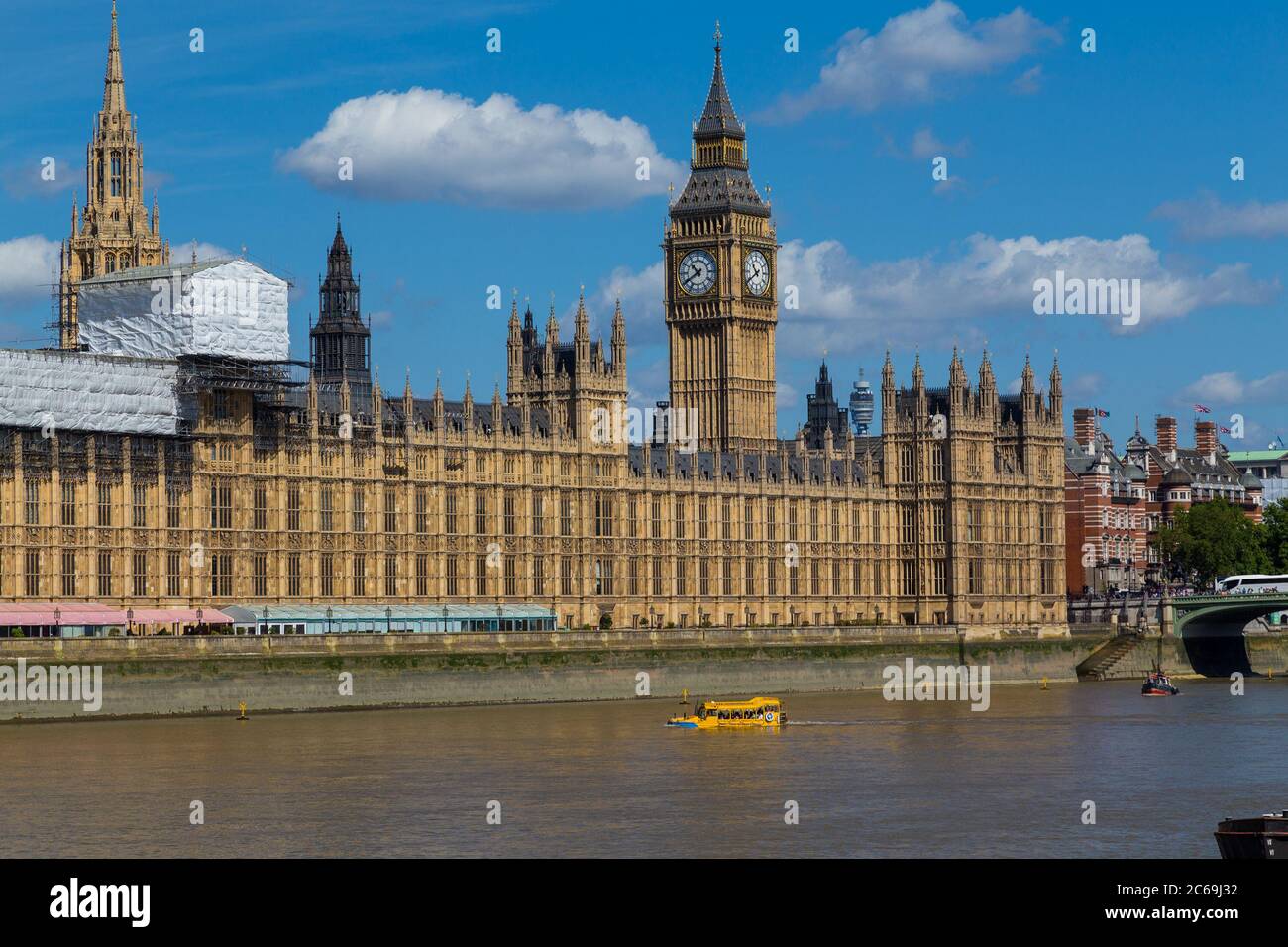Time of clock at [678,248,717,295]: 10:39
